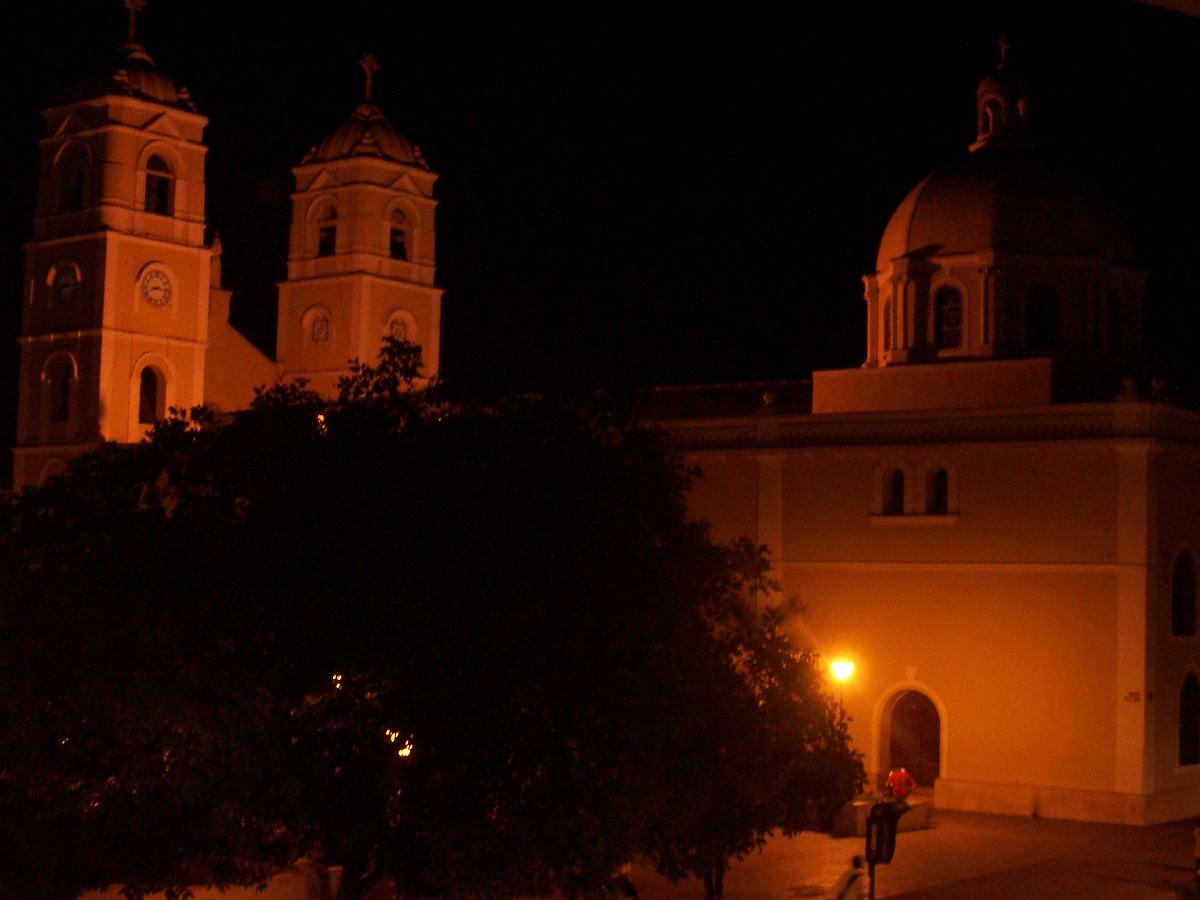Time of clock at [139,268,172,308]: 8:16
